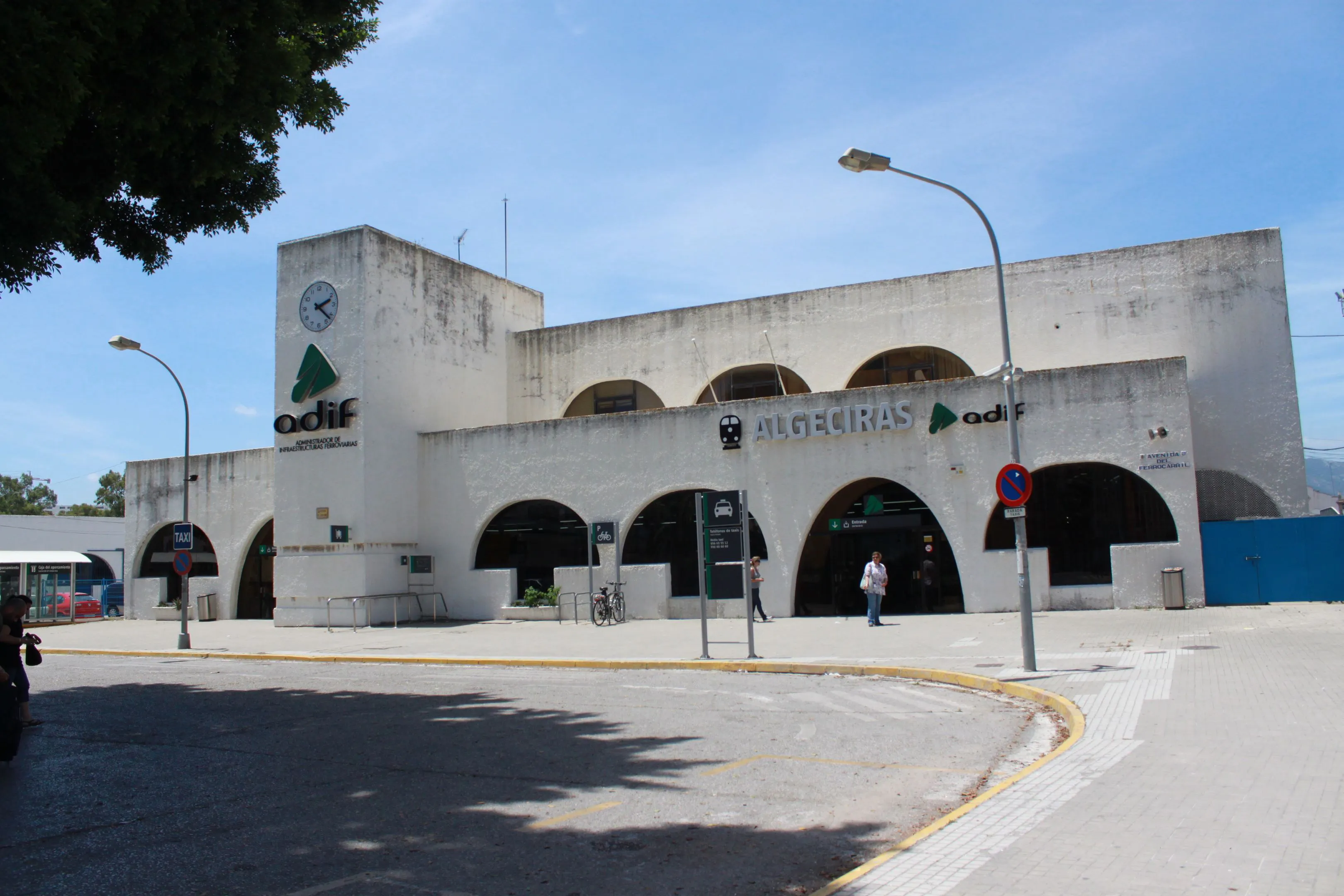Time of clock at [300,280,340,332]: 2:22
